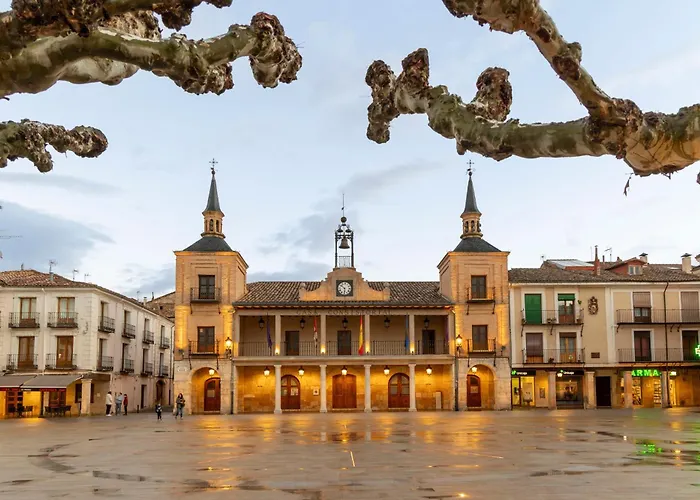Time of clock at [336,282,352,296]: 5:51
